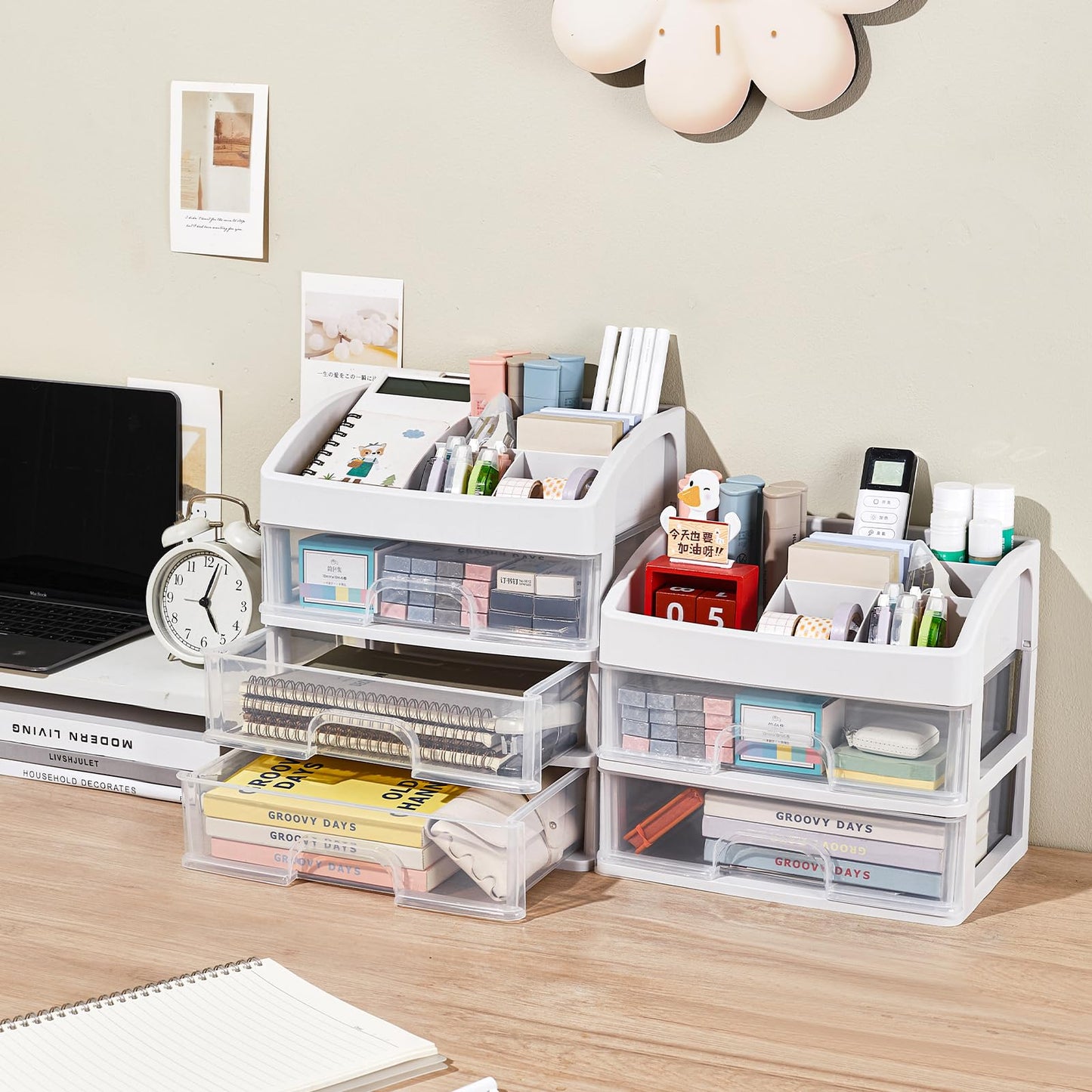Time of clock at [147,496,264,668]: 5:03
